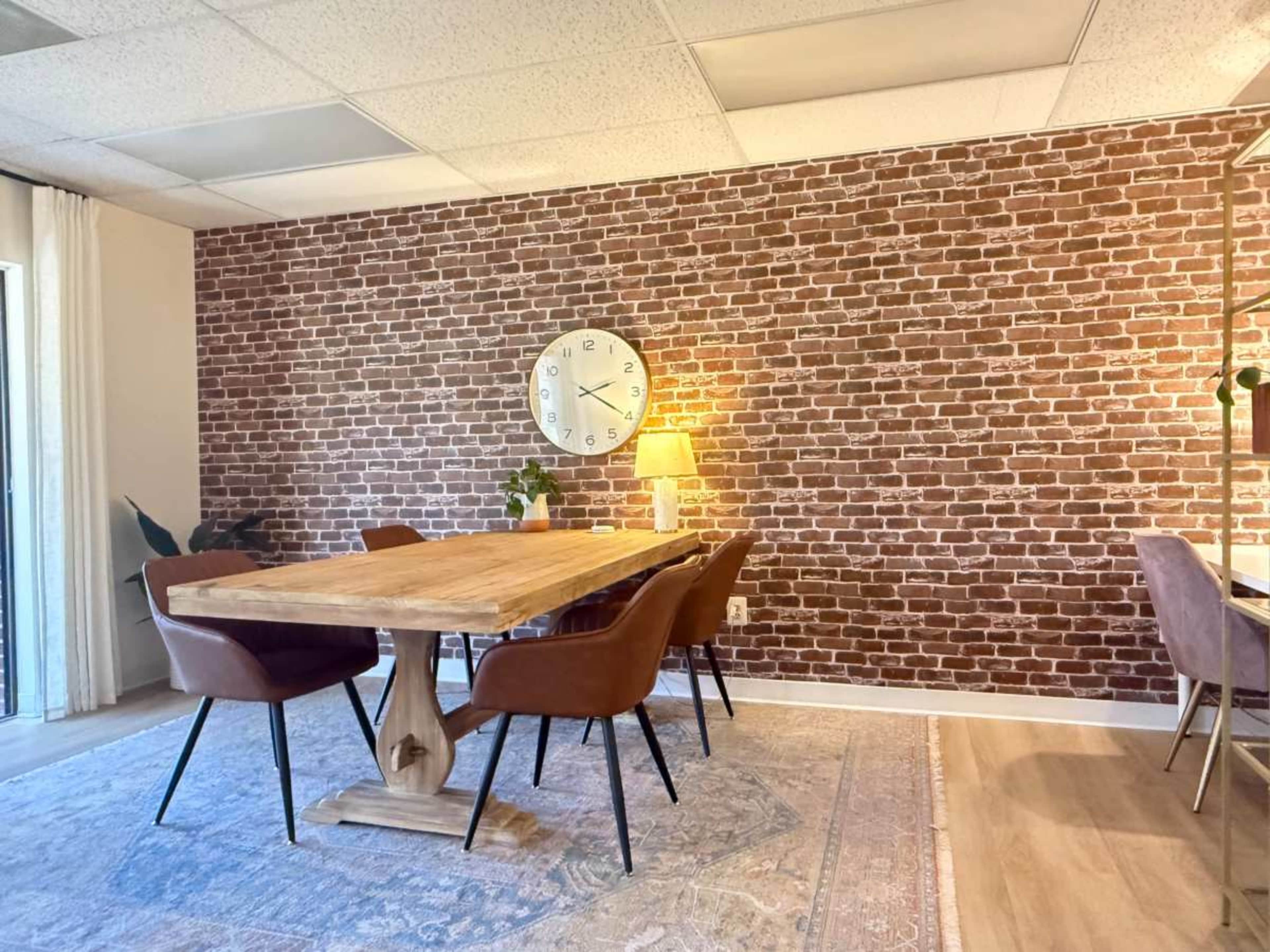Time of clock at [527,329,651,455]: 2:20
